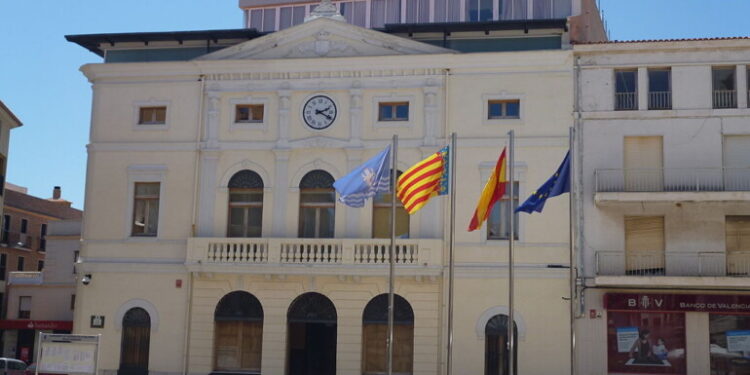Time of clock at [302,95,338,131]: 2:19
